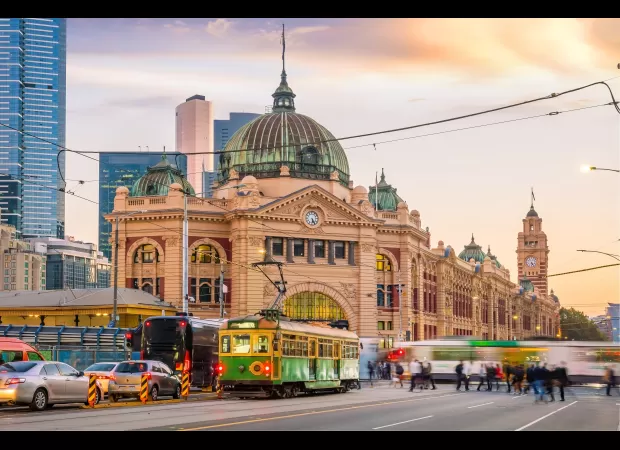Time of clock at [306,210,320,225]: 5:24
